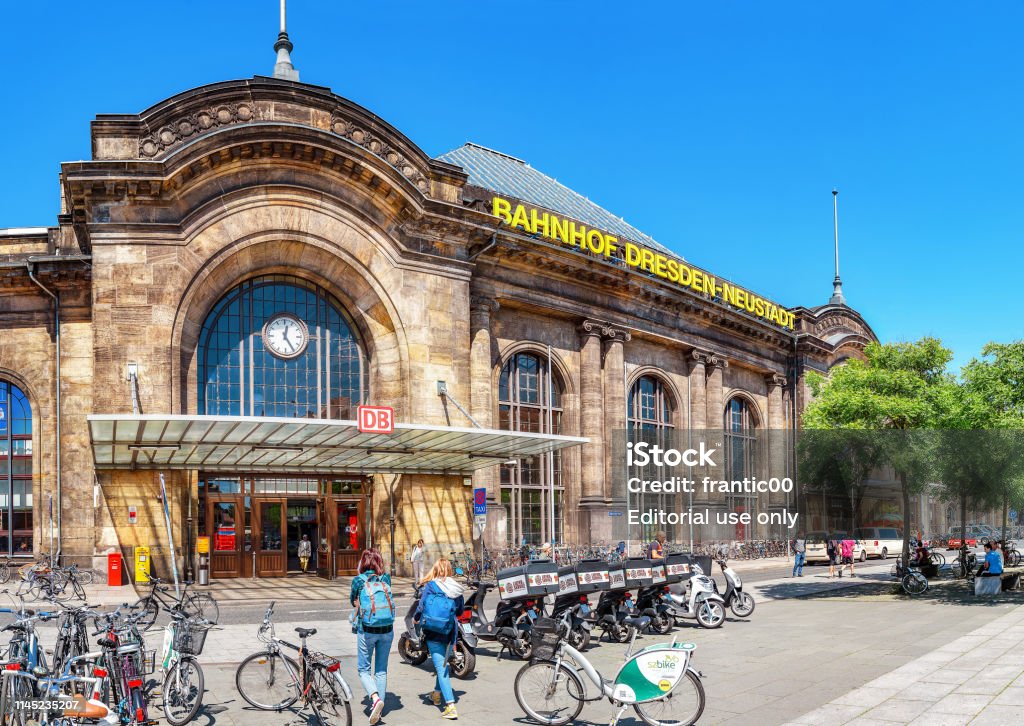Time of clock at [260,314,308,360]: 12:24
